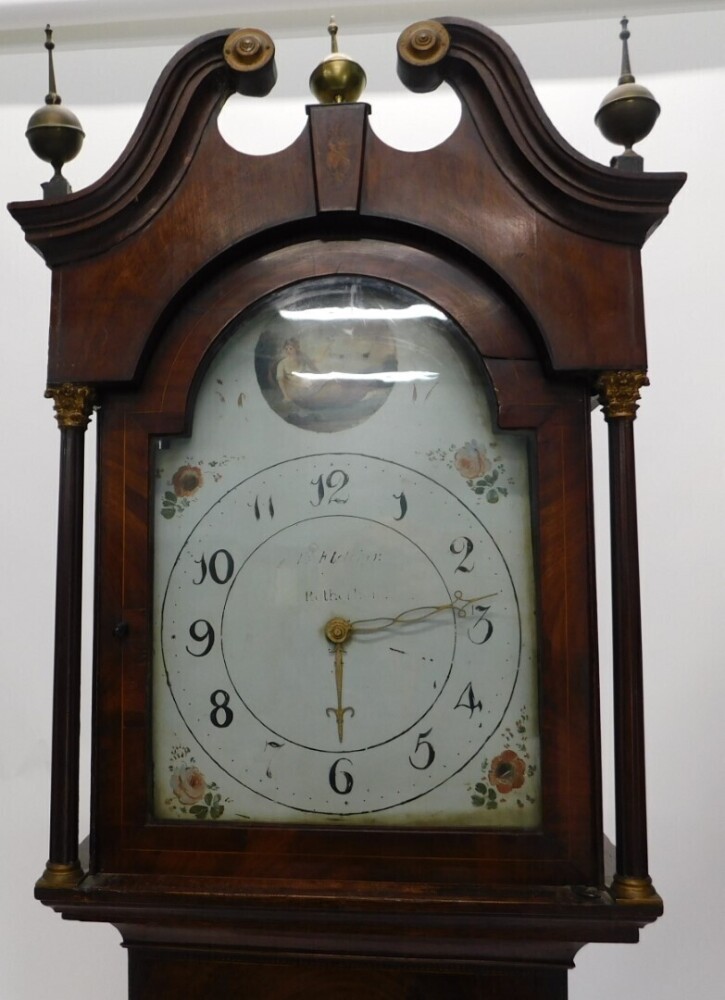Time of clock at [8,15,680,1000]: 6:14
